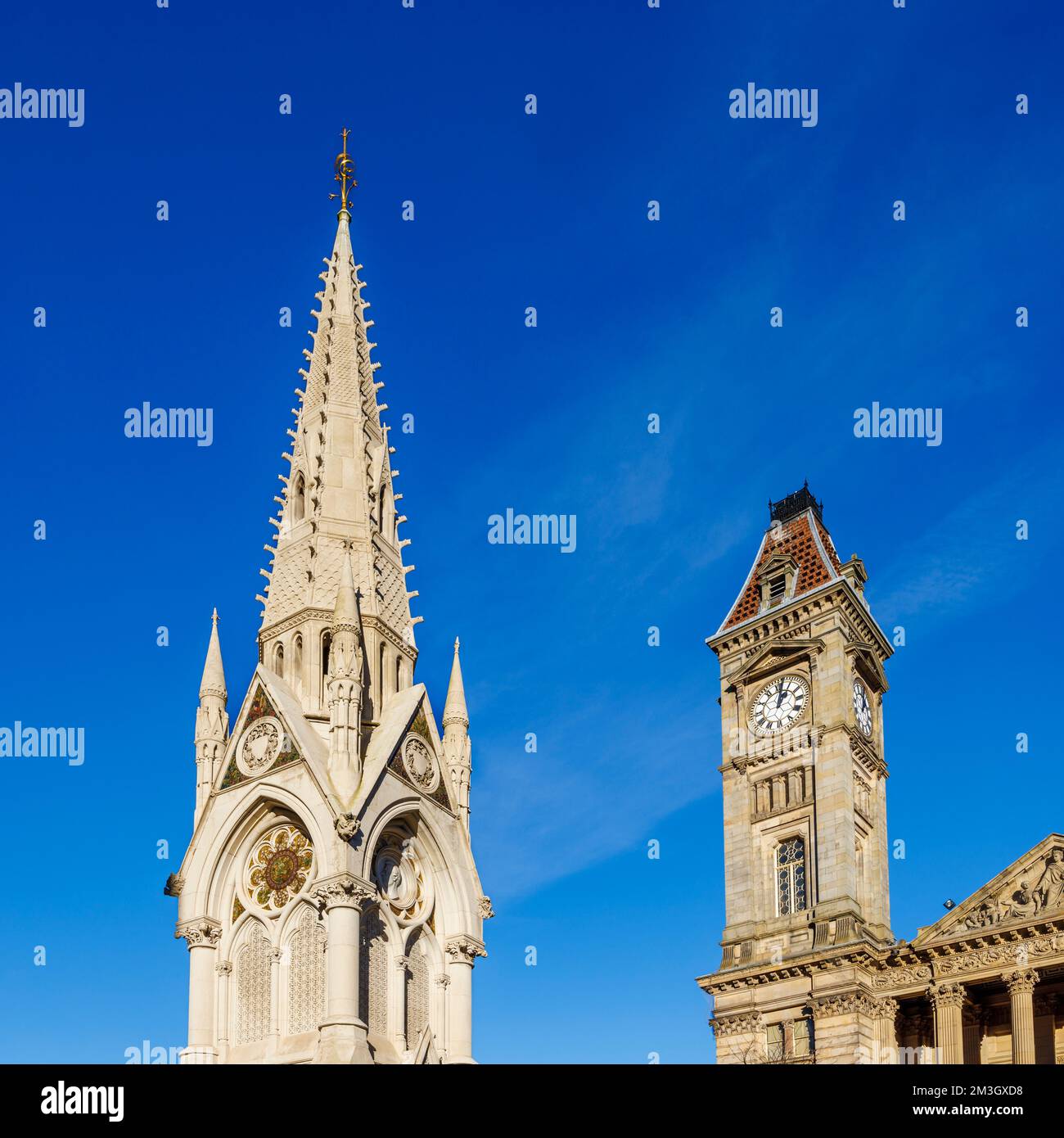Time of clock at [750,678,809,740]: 1:01
